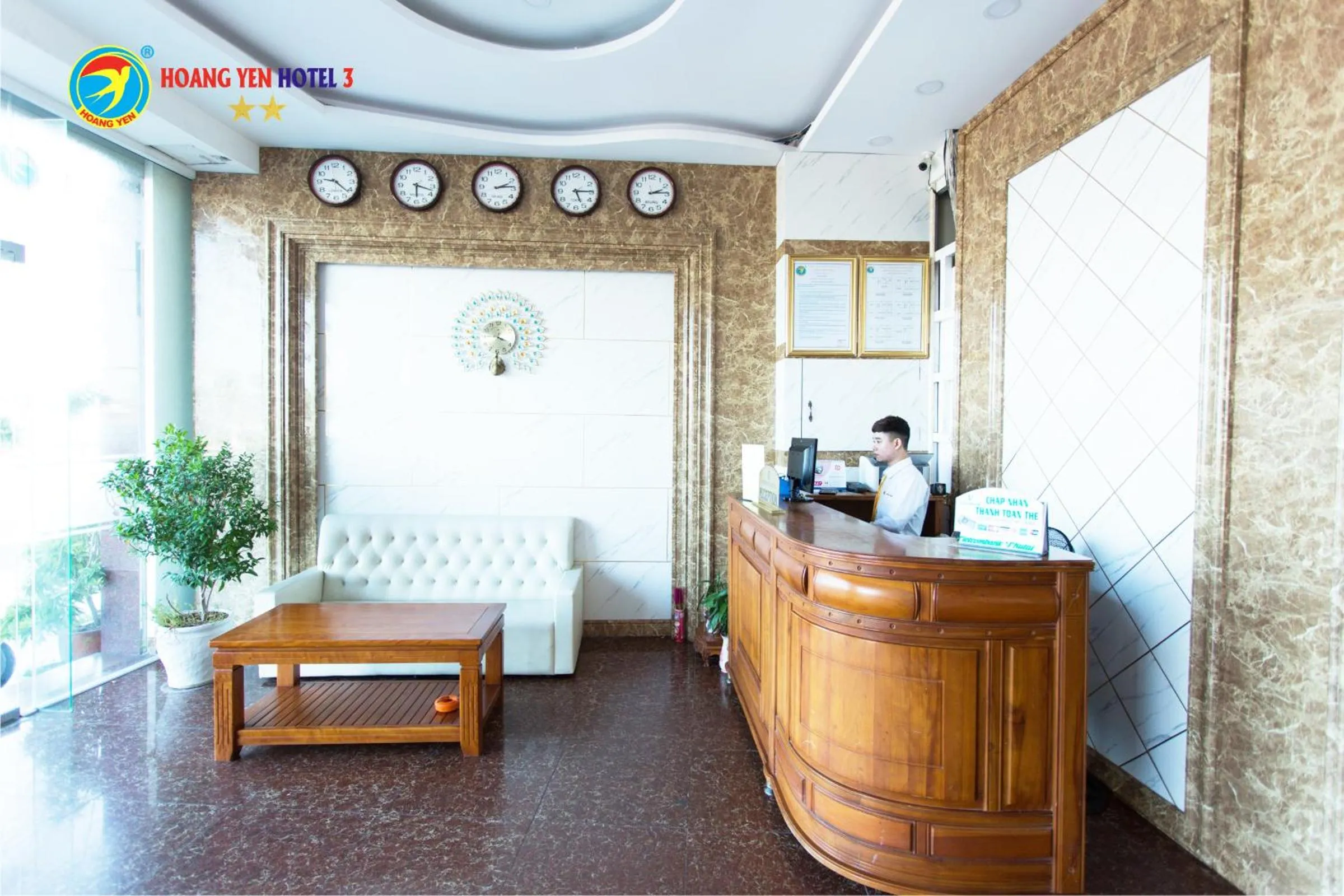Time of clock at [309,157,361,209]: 9:21
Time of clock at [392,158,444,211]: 6:17
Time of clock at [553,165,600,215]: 5:14
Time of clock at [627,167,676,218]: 2:14
